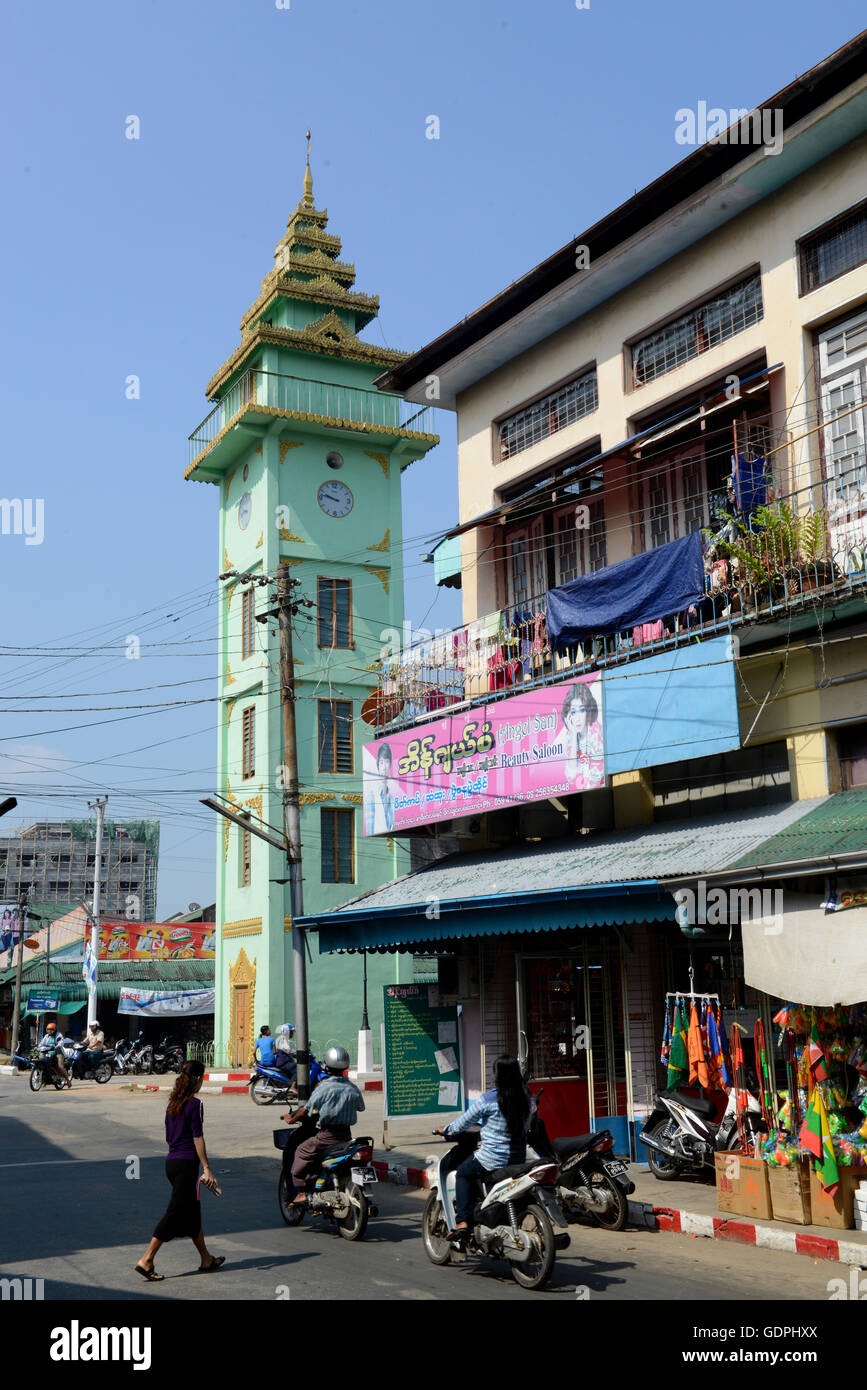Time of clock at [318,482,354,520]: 9:47
